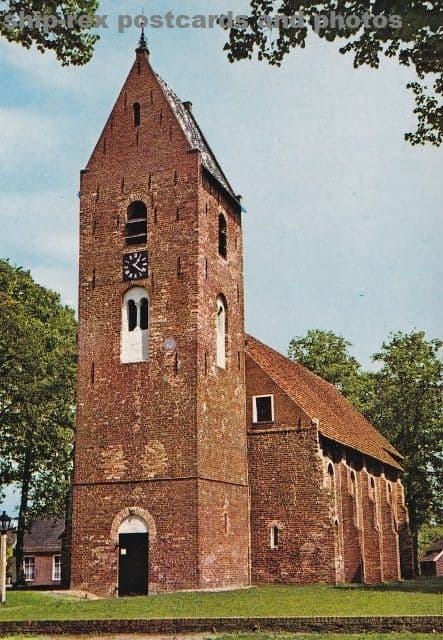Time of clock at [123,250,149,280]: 1:21
